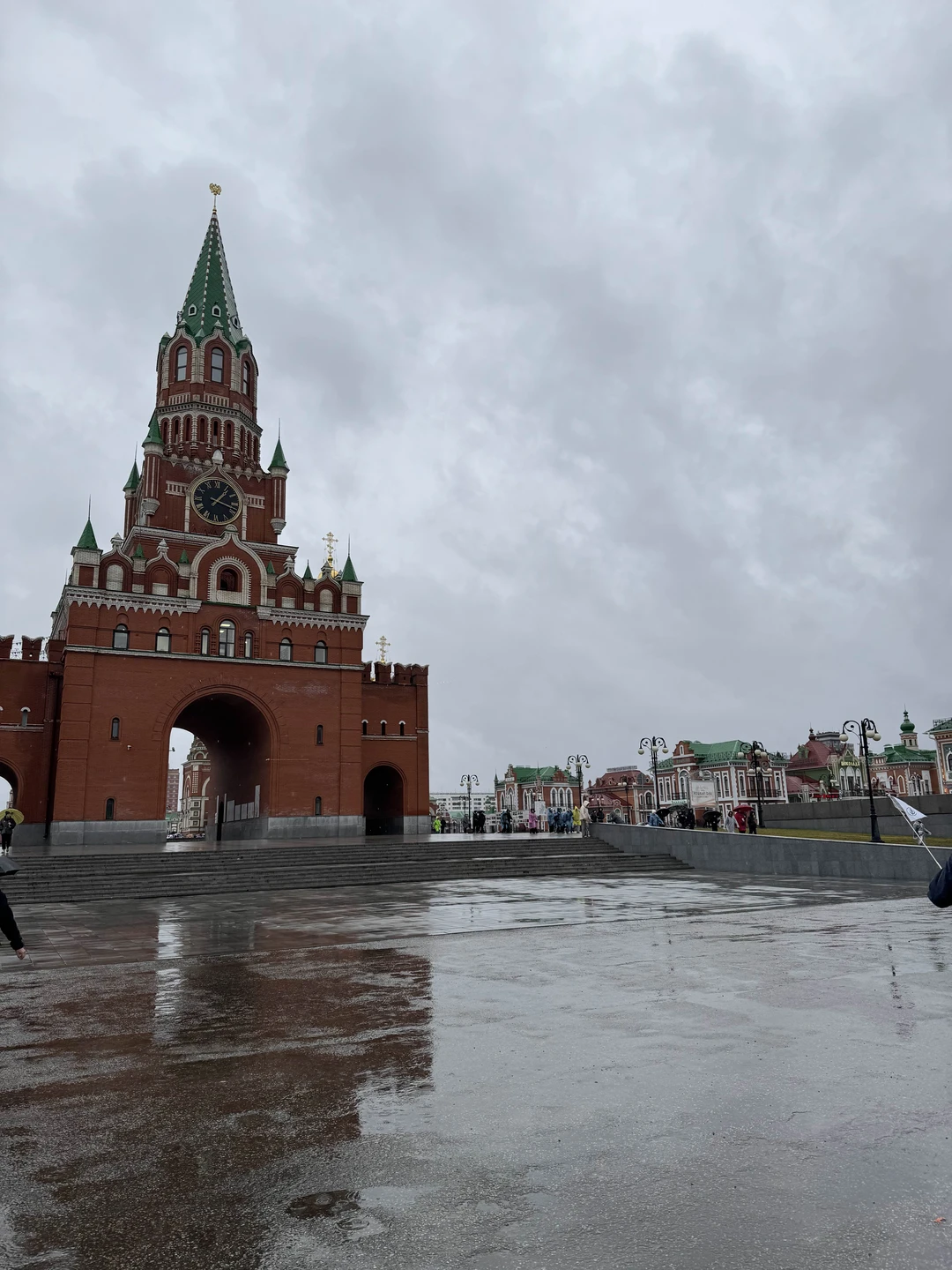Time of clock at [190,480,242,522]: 1:18
